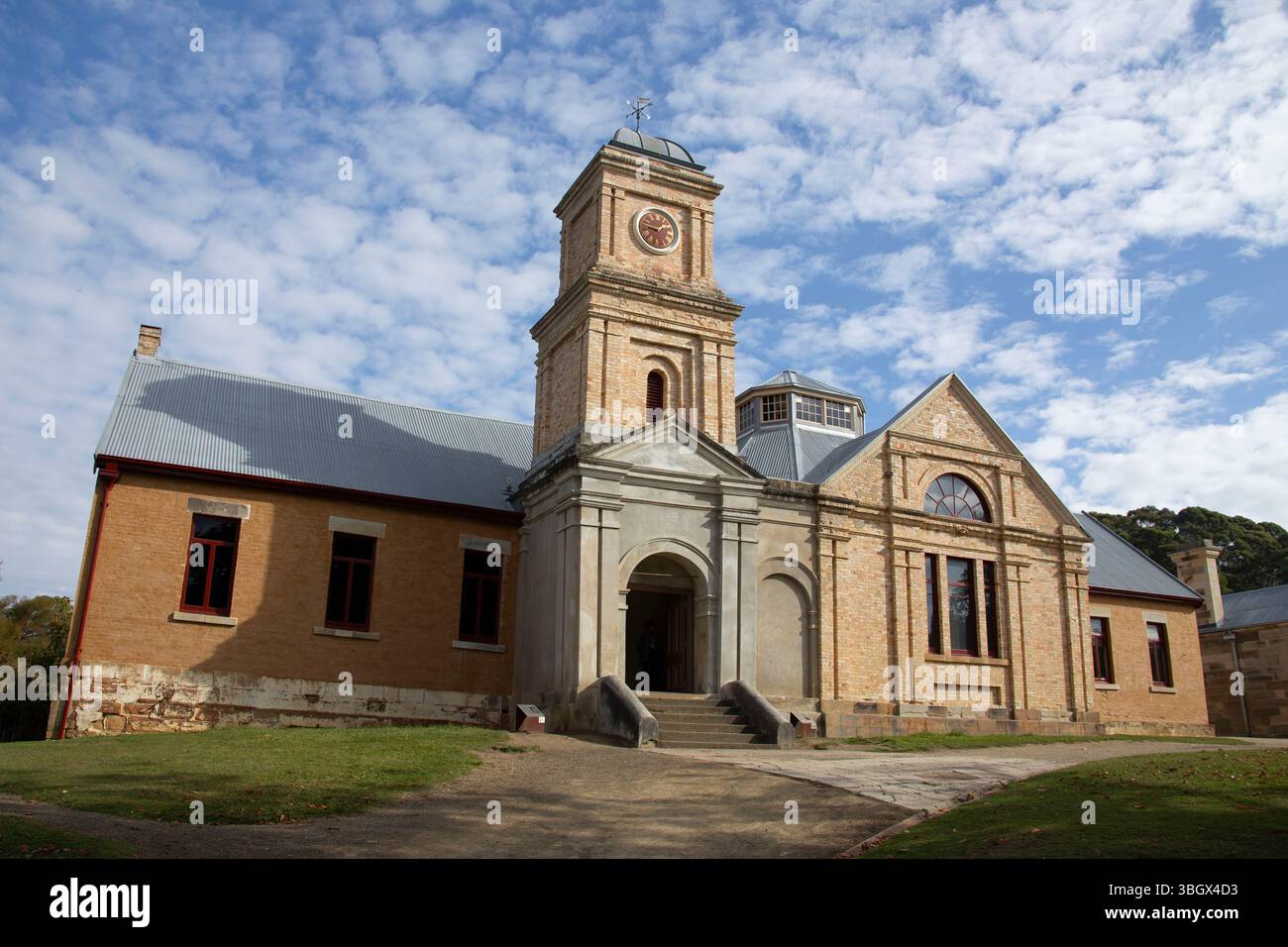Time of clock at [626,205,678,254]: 1:46
